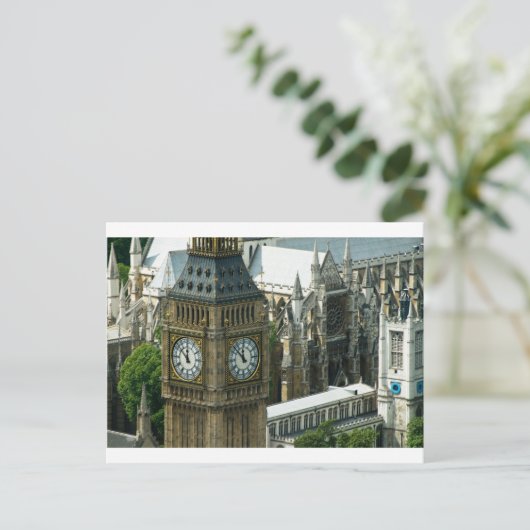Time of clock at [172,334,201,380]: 11:51
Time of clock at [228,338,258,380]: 11:52
